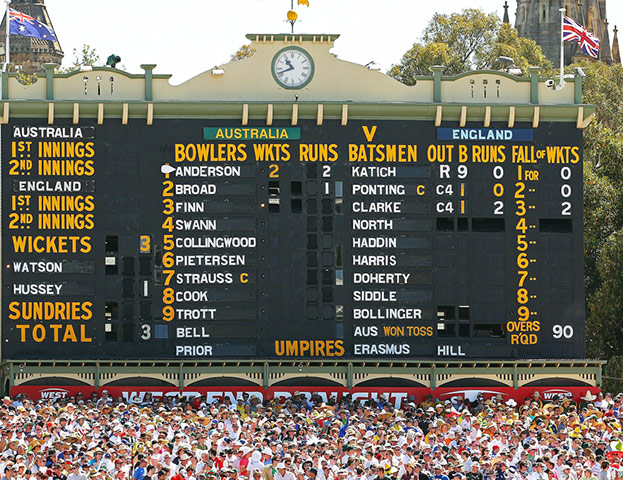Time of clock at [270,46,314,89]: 10:41
